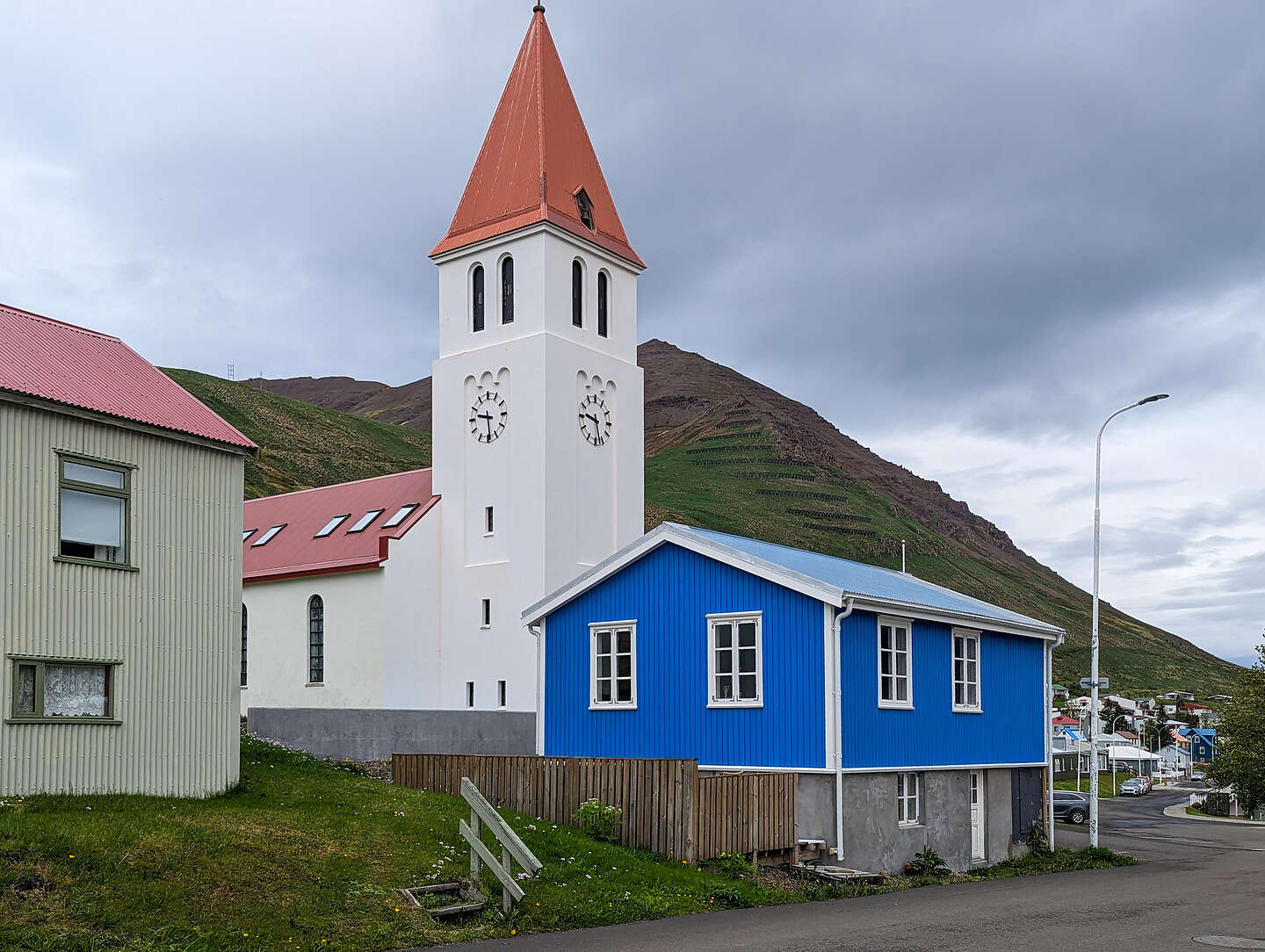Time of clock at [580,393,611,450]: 9:27
